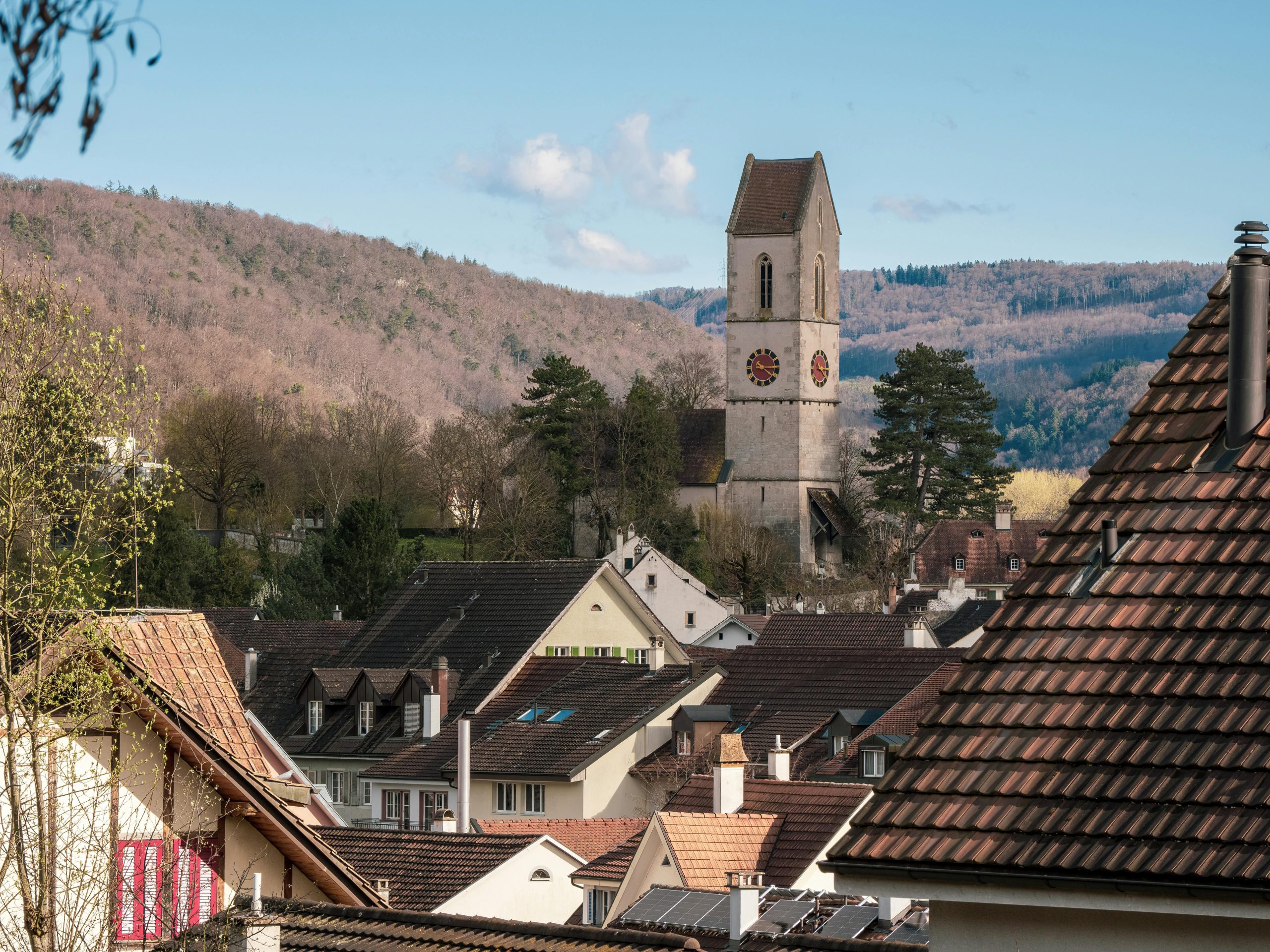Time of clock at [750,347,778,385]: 4:14
